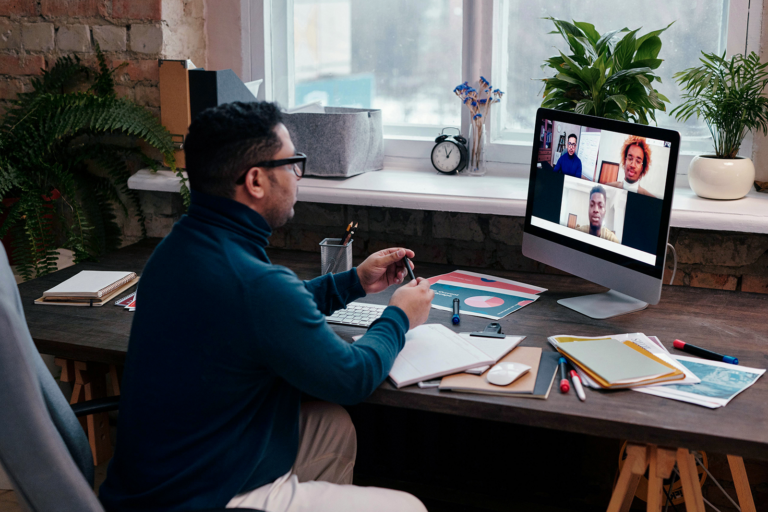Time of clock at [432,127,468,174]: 12:57
